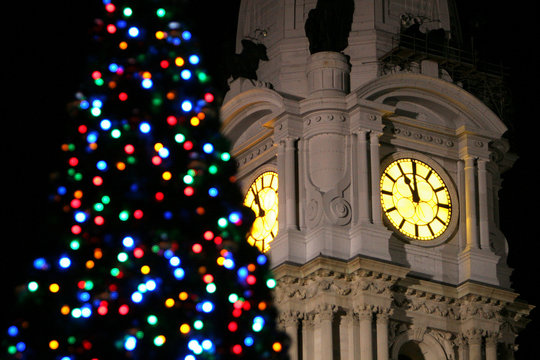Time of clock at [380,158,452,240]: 10:59
